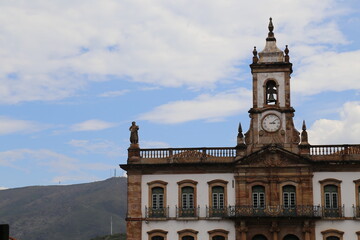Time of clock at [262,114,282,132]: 3:08
